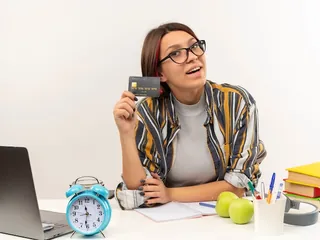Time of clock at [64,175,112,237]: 11:31
